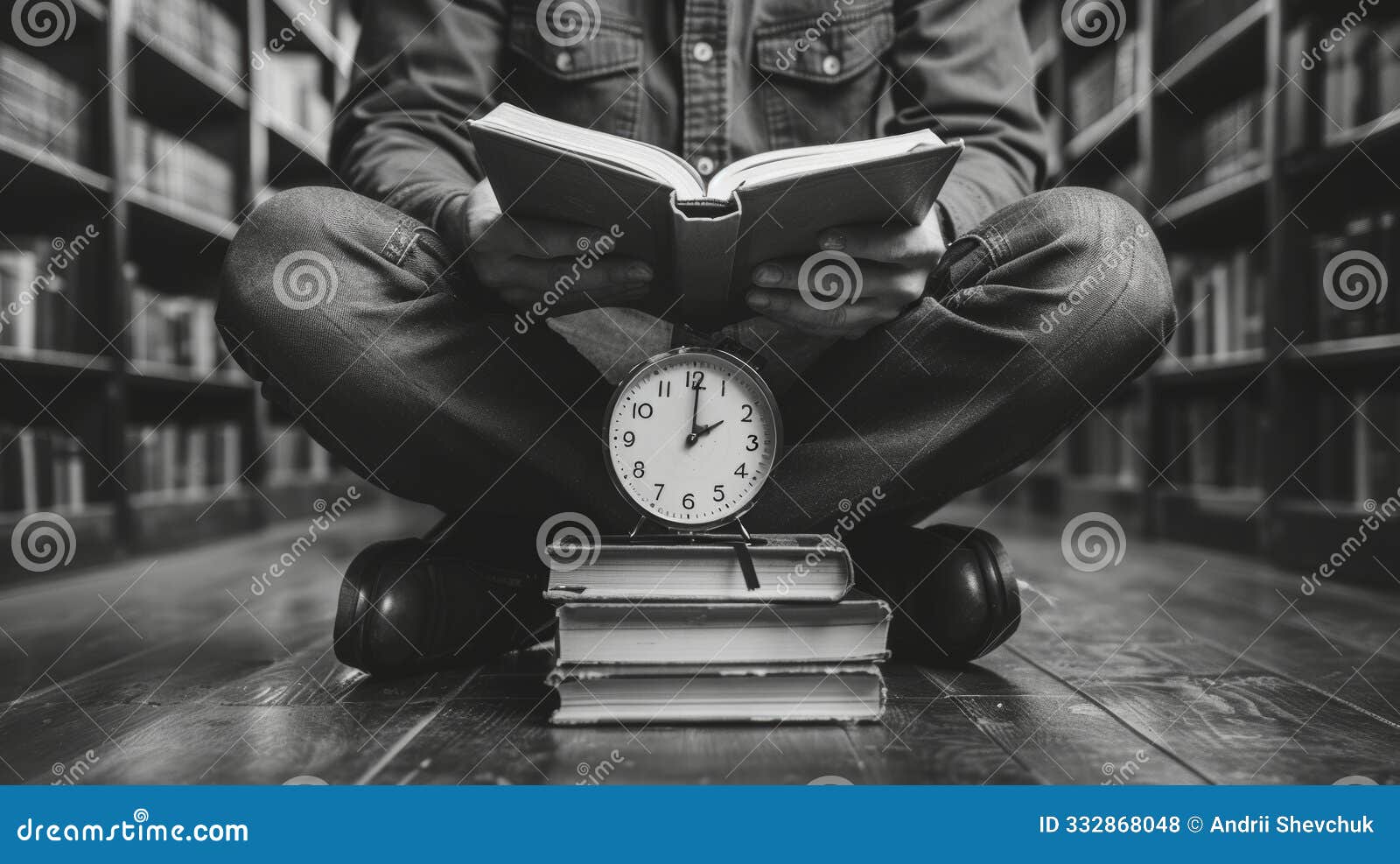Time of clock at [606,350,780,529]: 2:00
